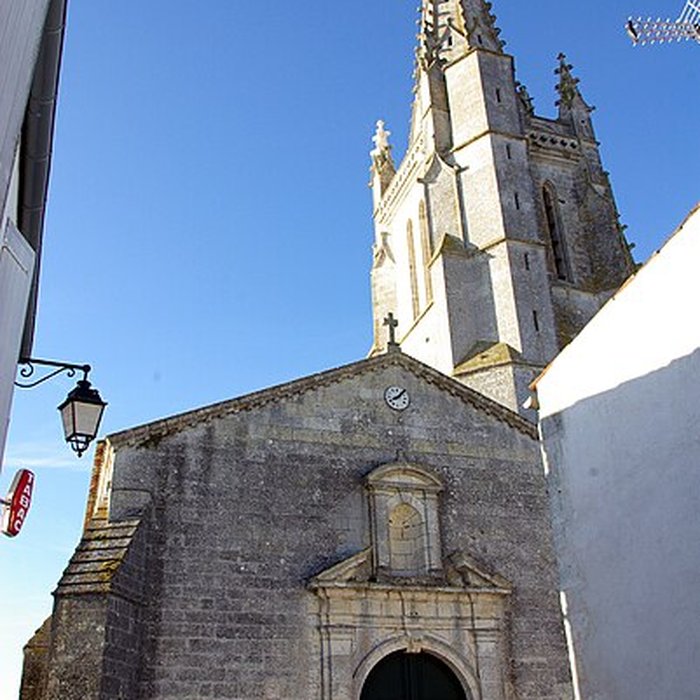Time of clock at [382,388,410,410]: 8:07
